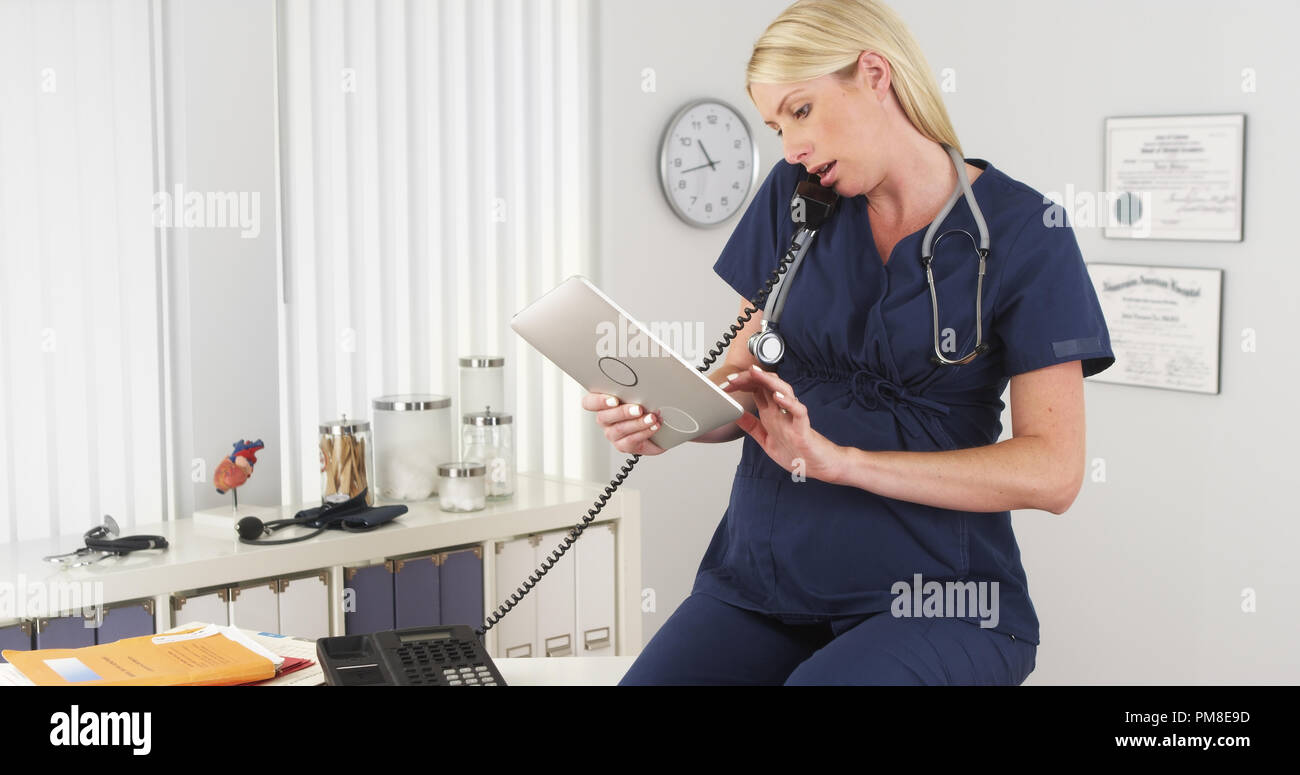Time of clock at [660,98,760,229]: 10:42
